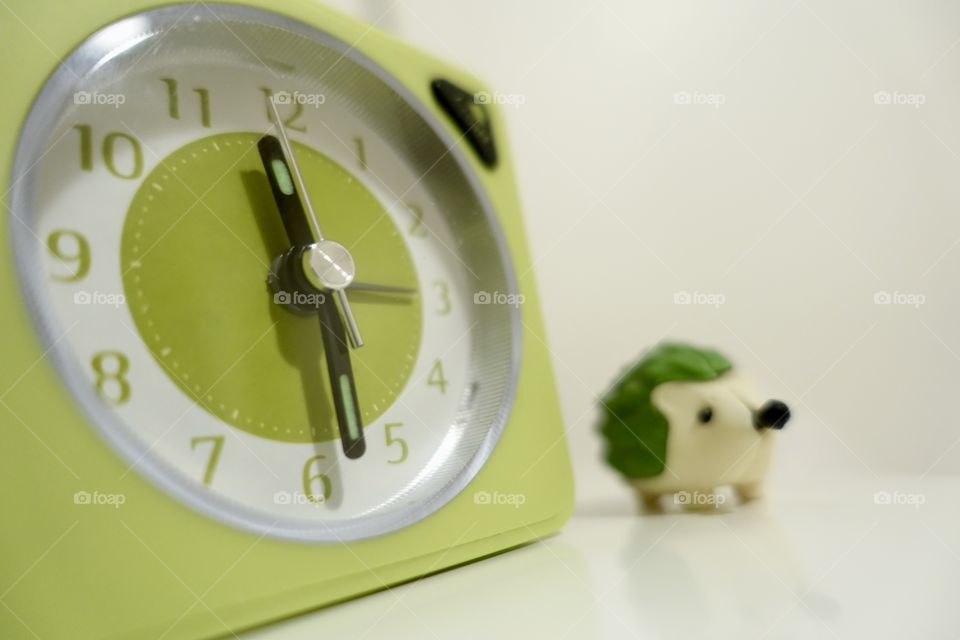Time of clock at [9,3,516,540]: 11:28
